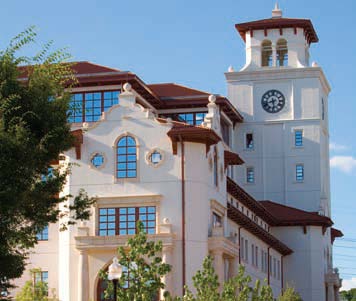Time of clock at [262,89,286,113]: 5:42
